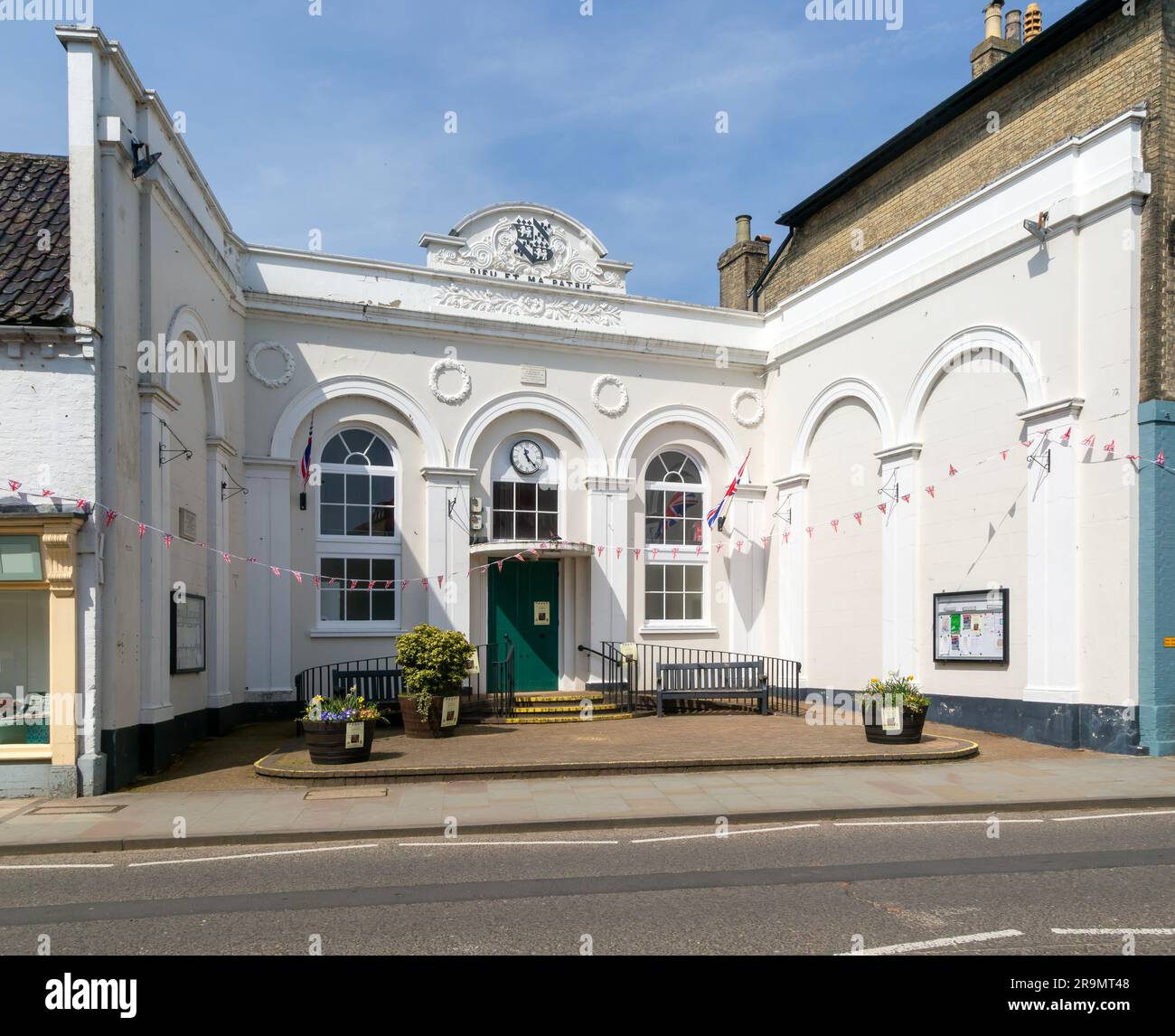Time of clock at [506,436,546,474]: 11:22
